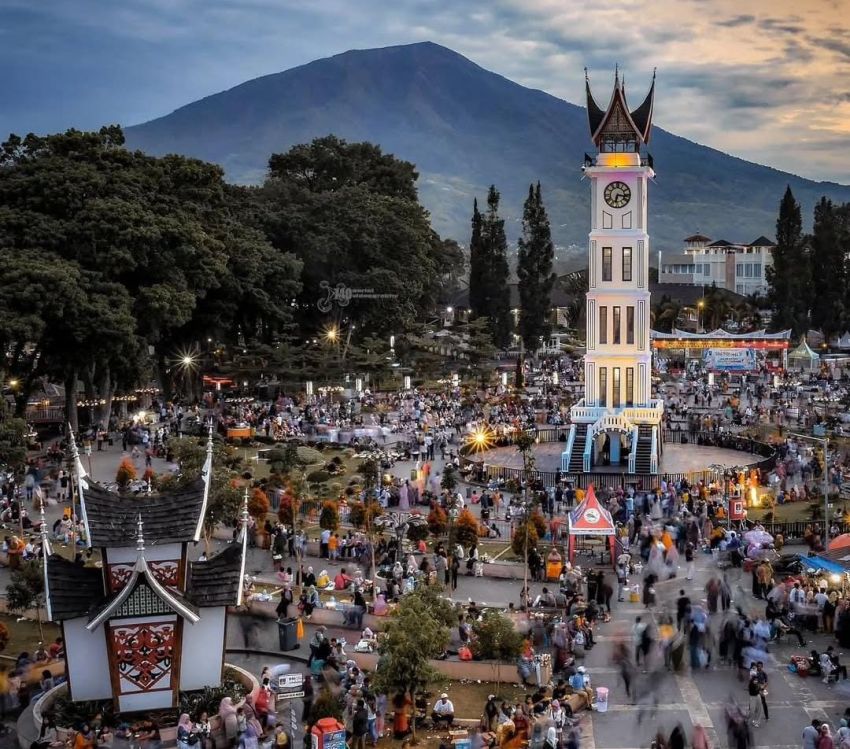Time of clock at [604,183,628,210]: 6:16
